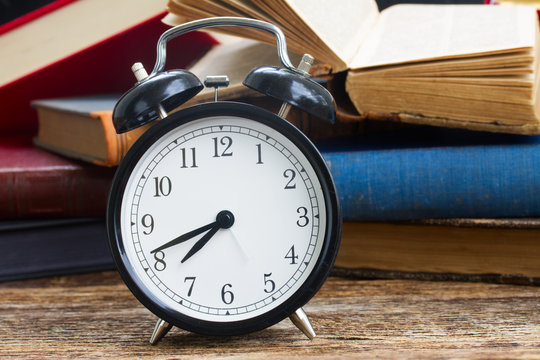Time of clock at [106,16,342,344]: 7:41
